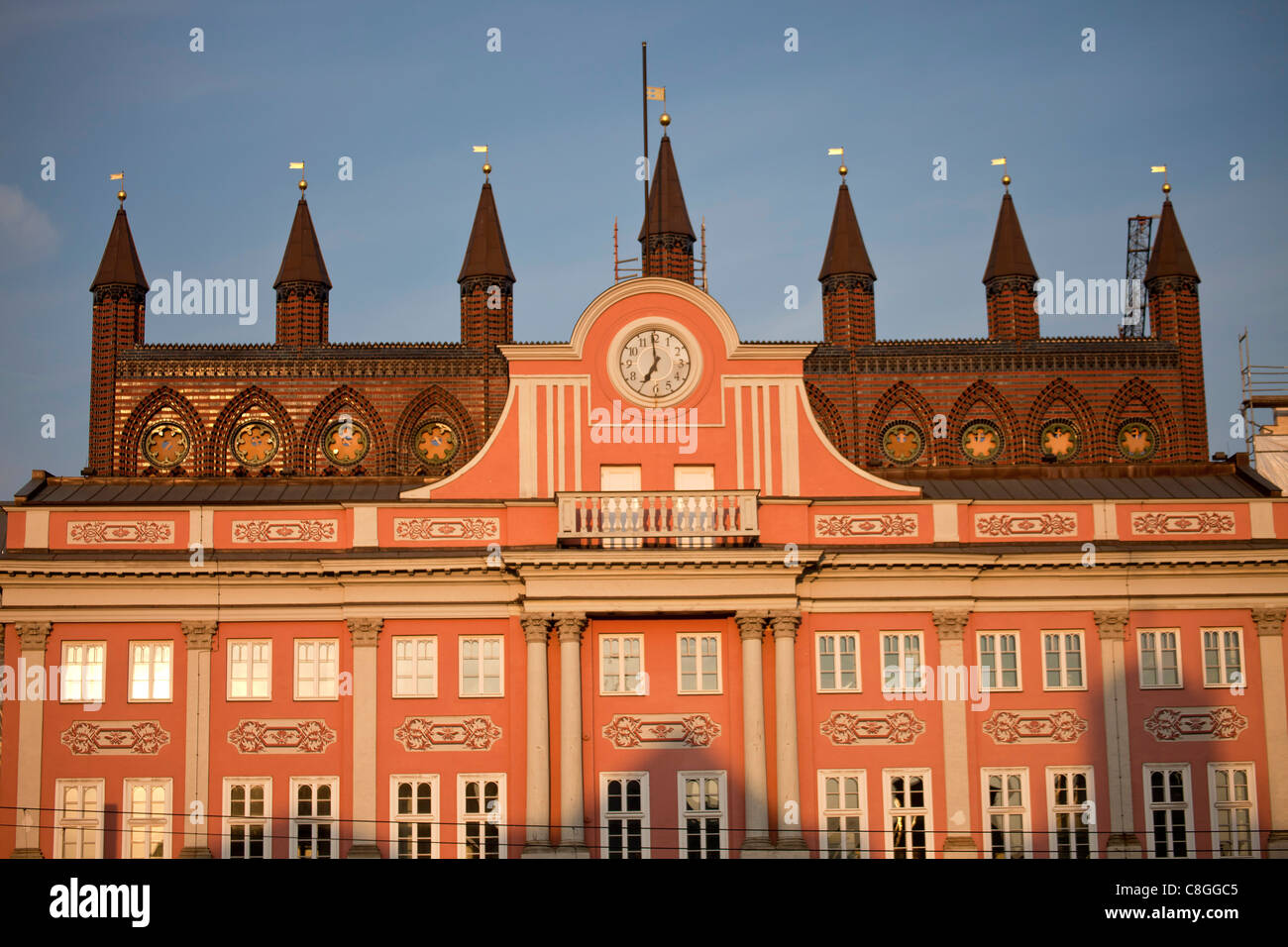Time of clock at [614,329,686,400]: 6:59
